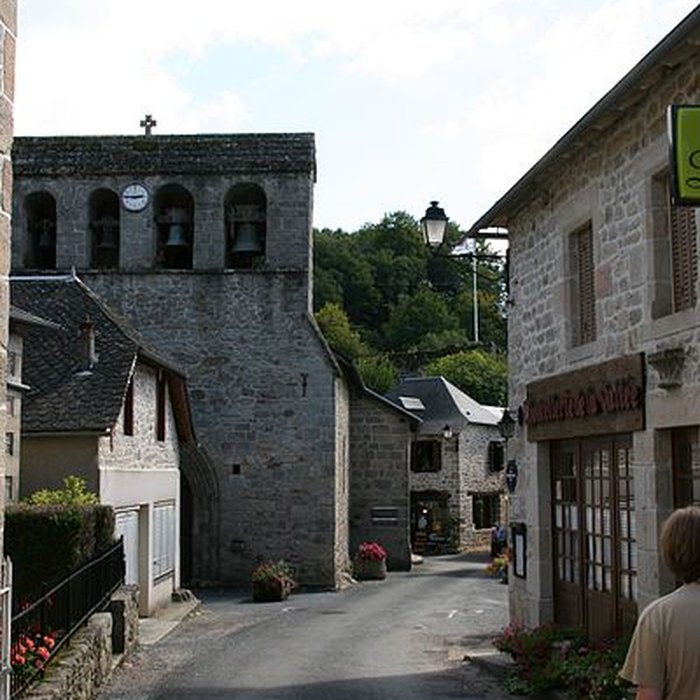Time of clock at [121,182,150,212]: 2:46
